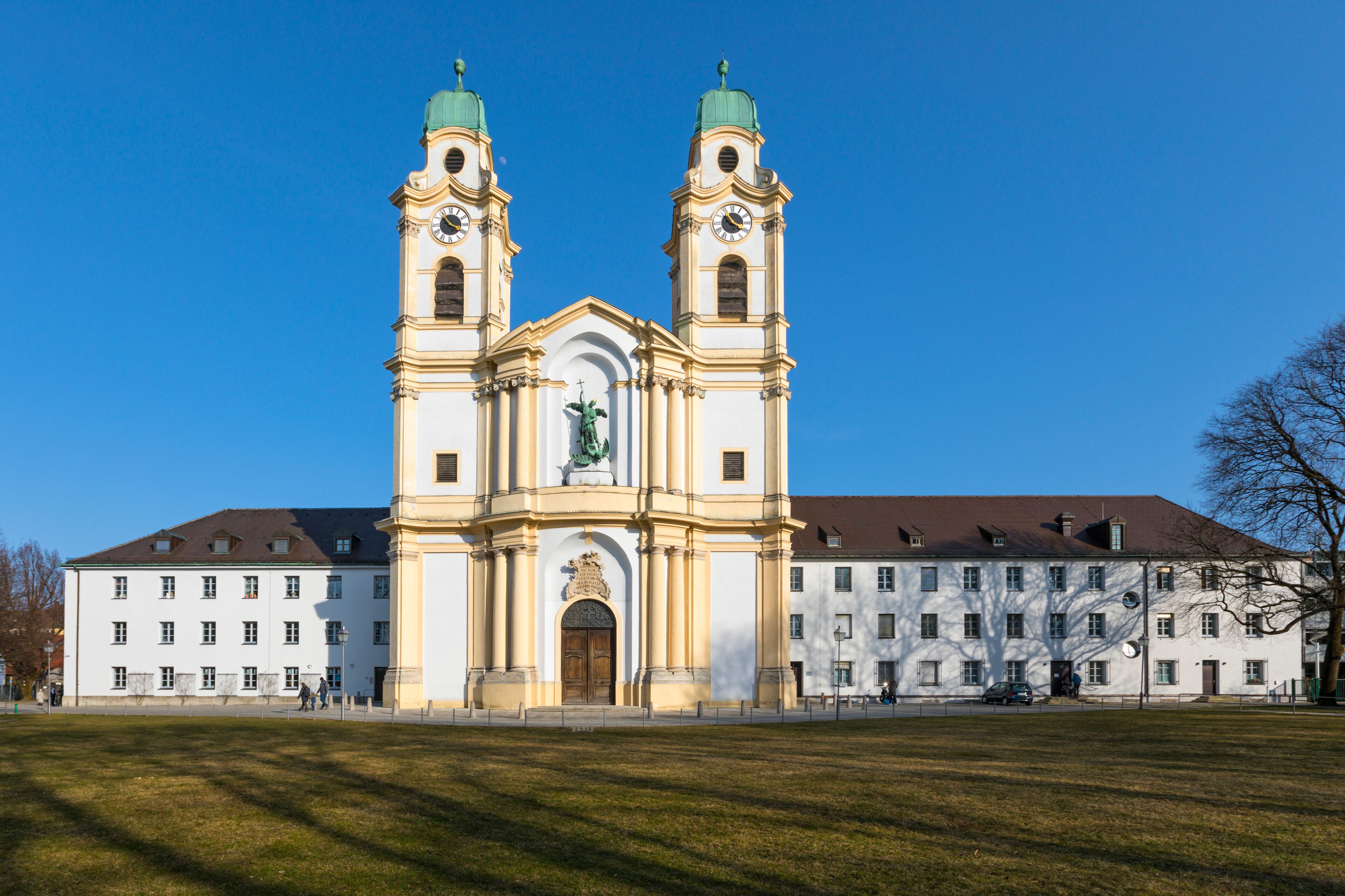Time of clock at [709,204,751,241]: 3:54
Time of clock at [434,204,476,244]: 3:53
